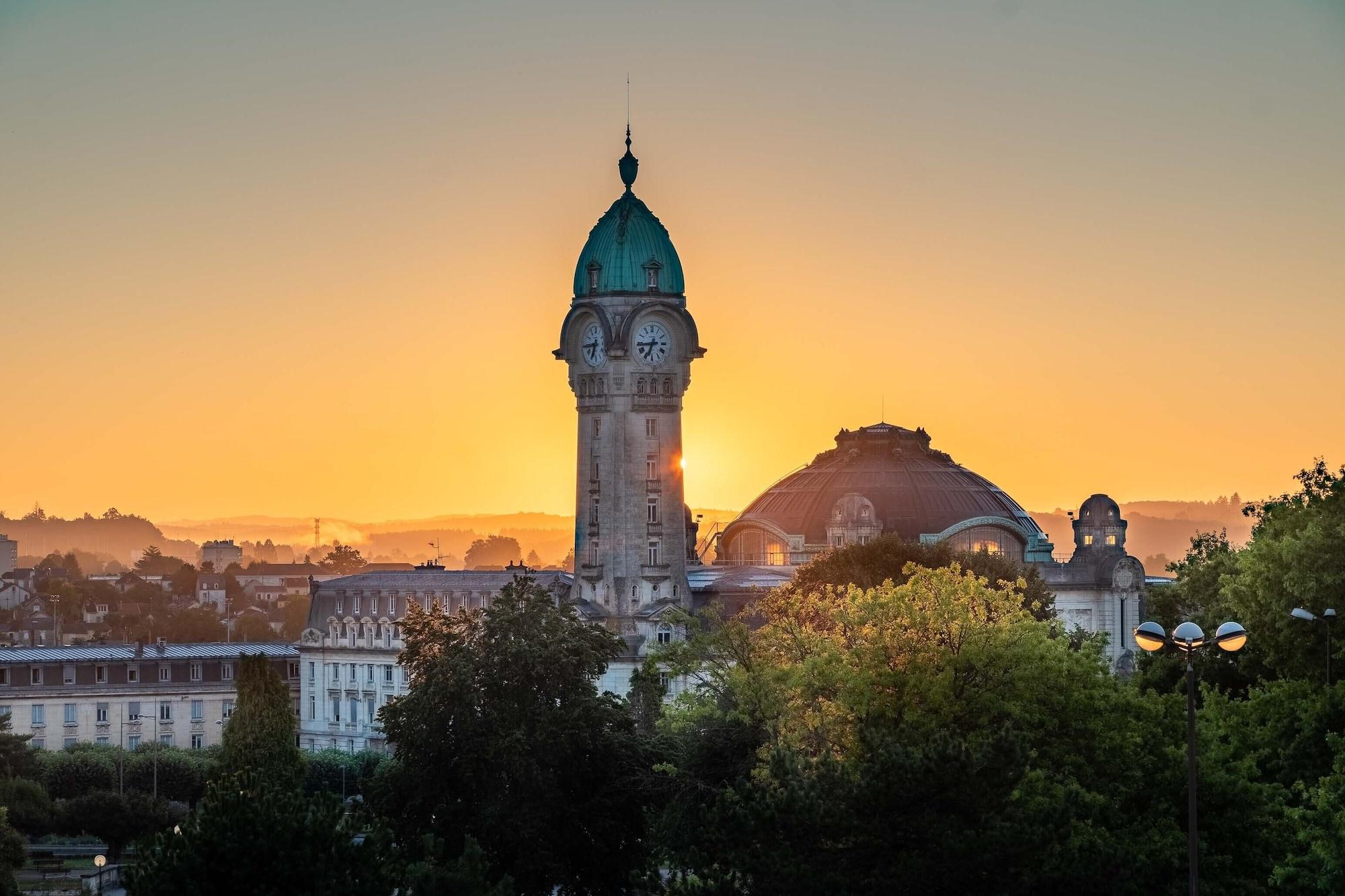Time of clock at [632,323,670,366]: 6:43
